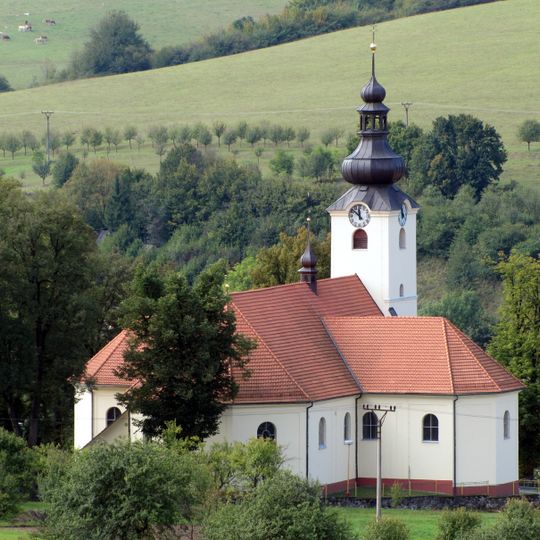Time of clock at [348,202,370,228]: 11:51
